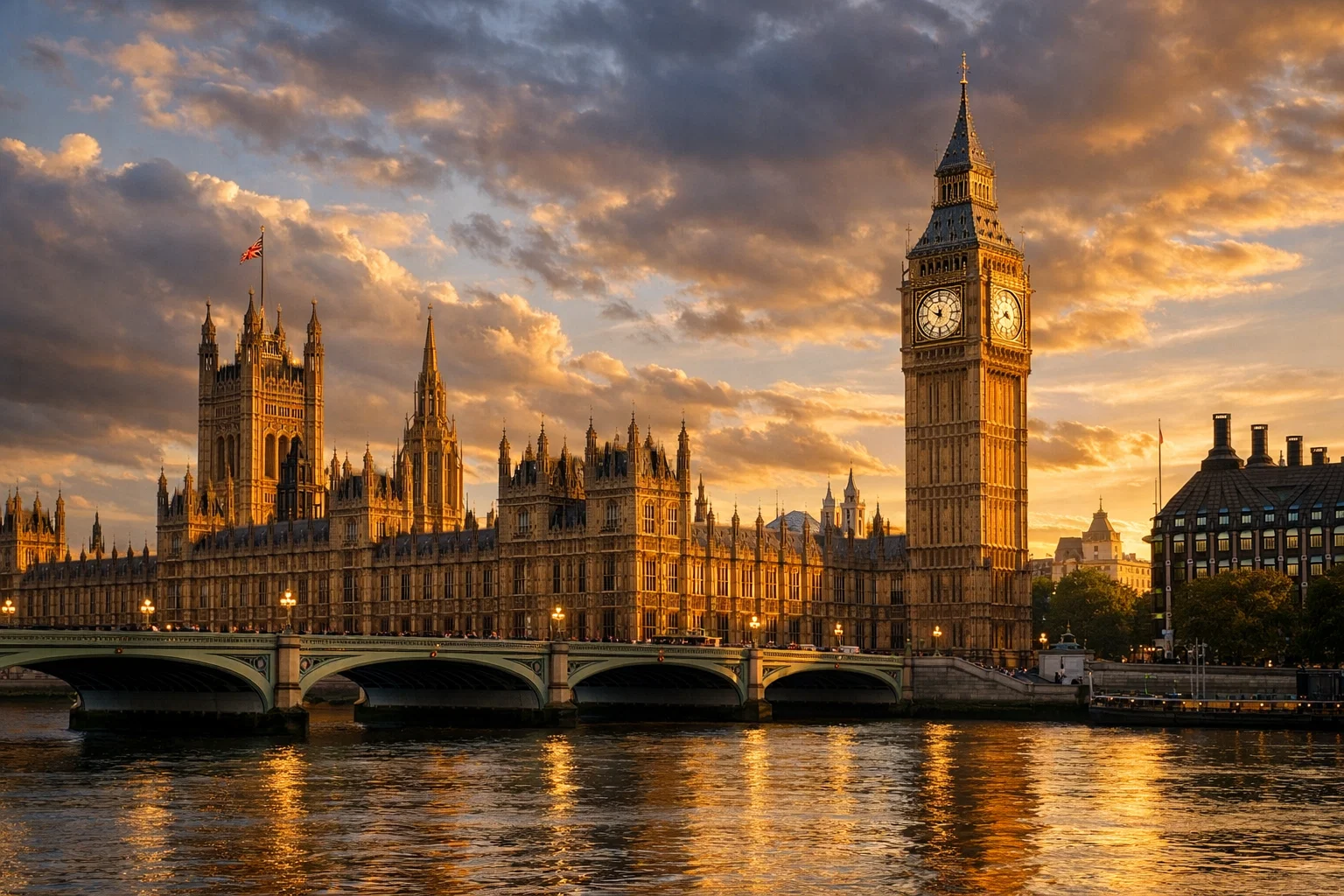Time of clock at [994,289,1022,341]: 3:40
